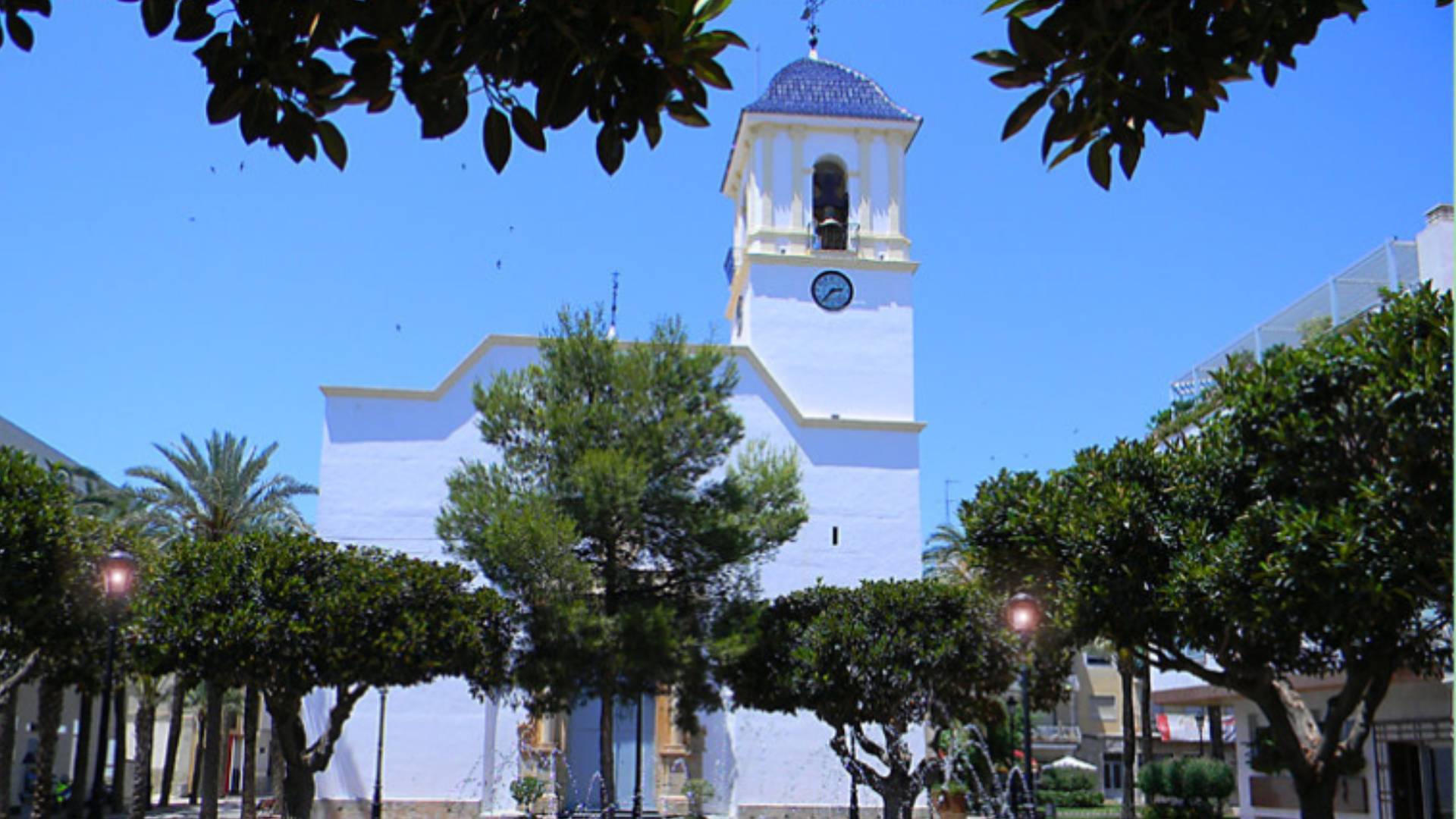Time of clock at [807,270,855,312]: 2:36
